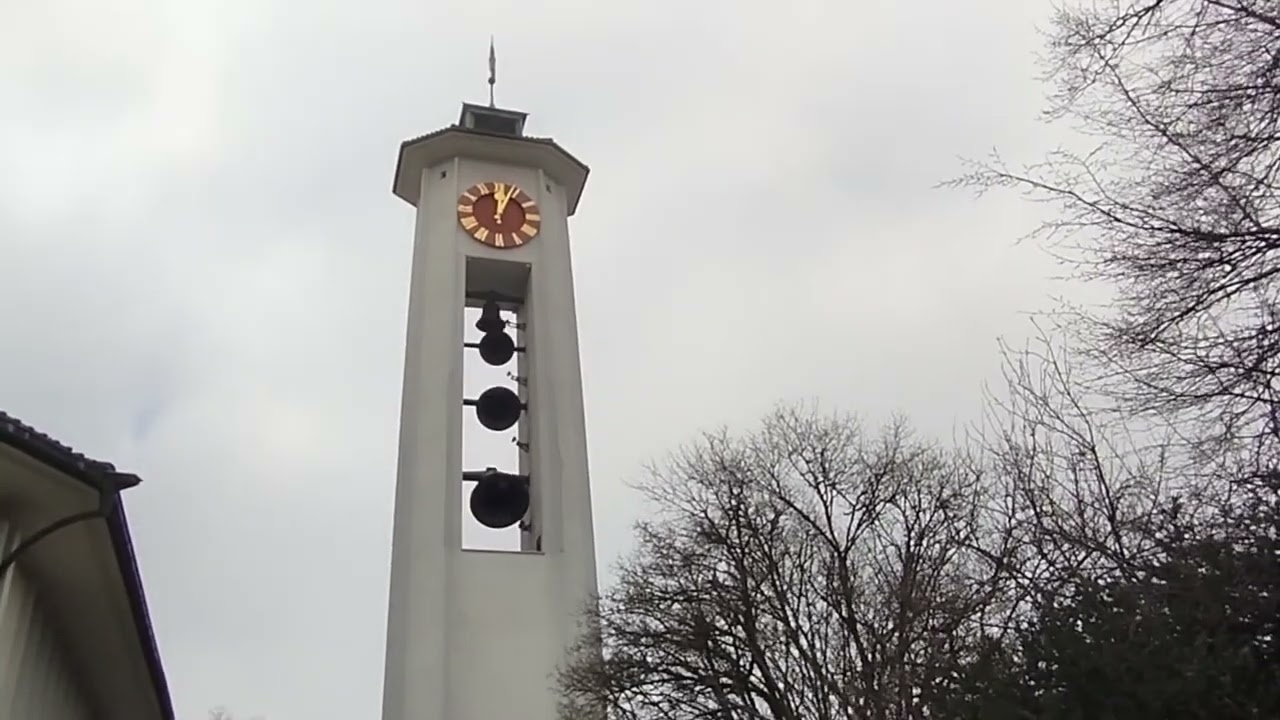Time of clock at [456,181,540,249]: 12:04
